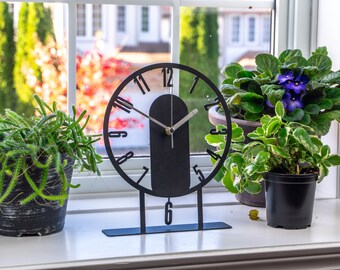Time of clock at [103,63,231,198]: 1:50
